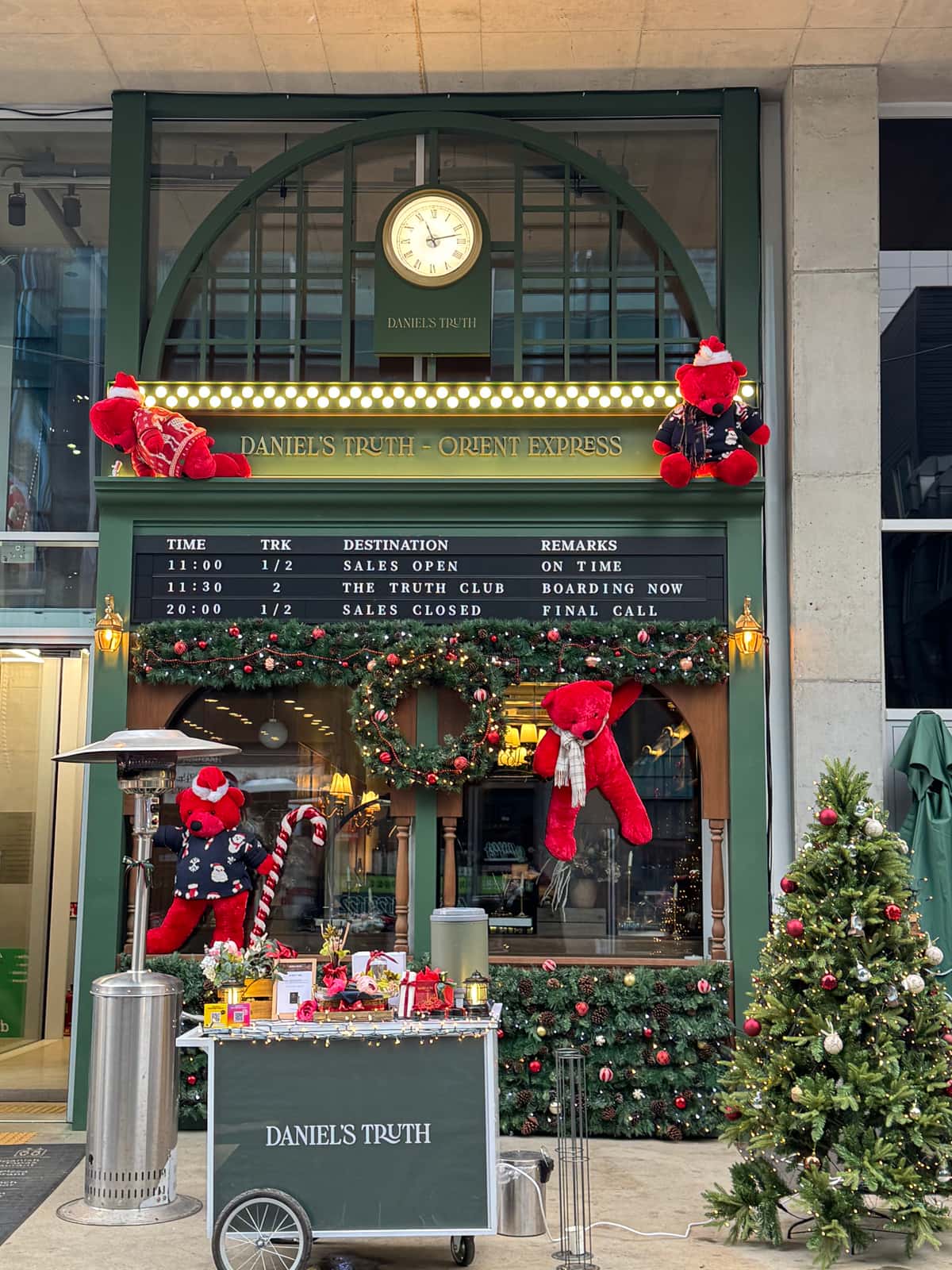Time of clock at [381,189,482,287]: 11:12
